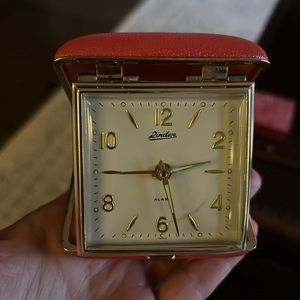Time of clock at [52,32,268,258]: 5:44
